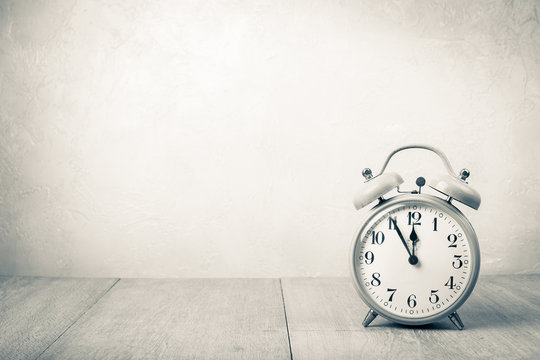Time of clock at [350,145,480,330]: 11:55
